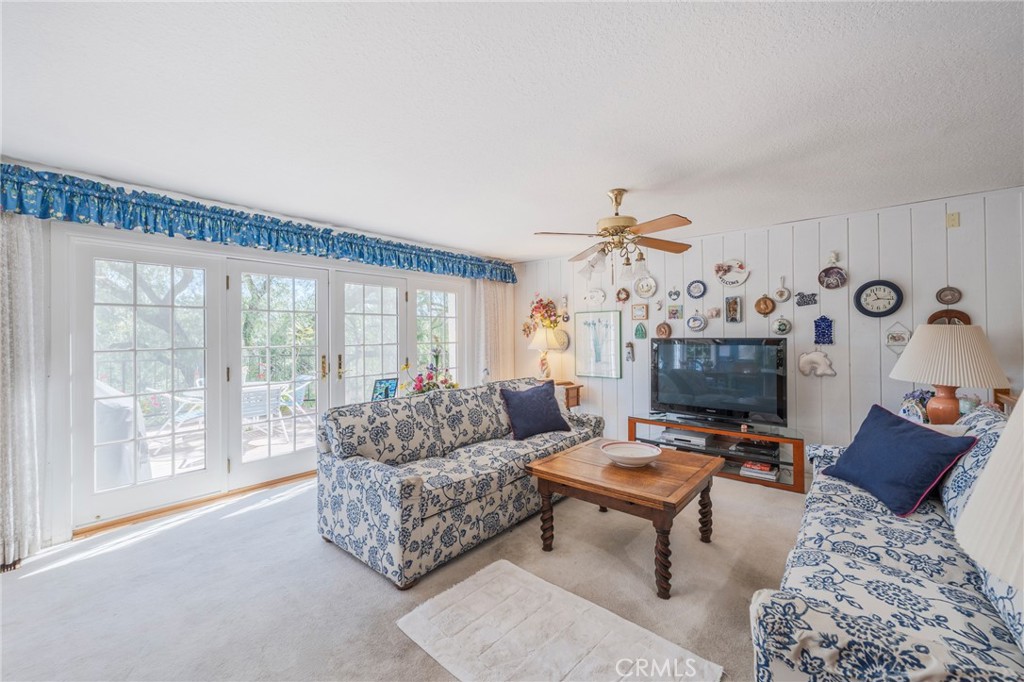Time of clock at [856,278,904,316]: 11:16
